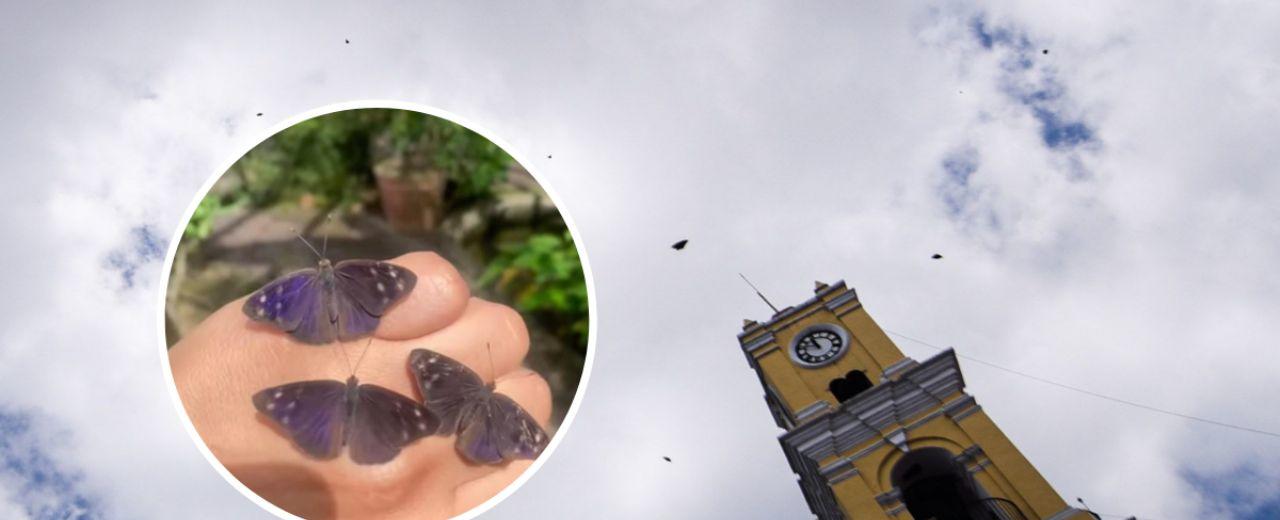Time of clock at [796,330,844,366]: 10:46
